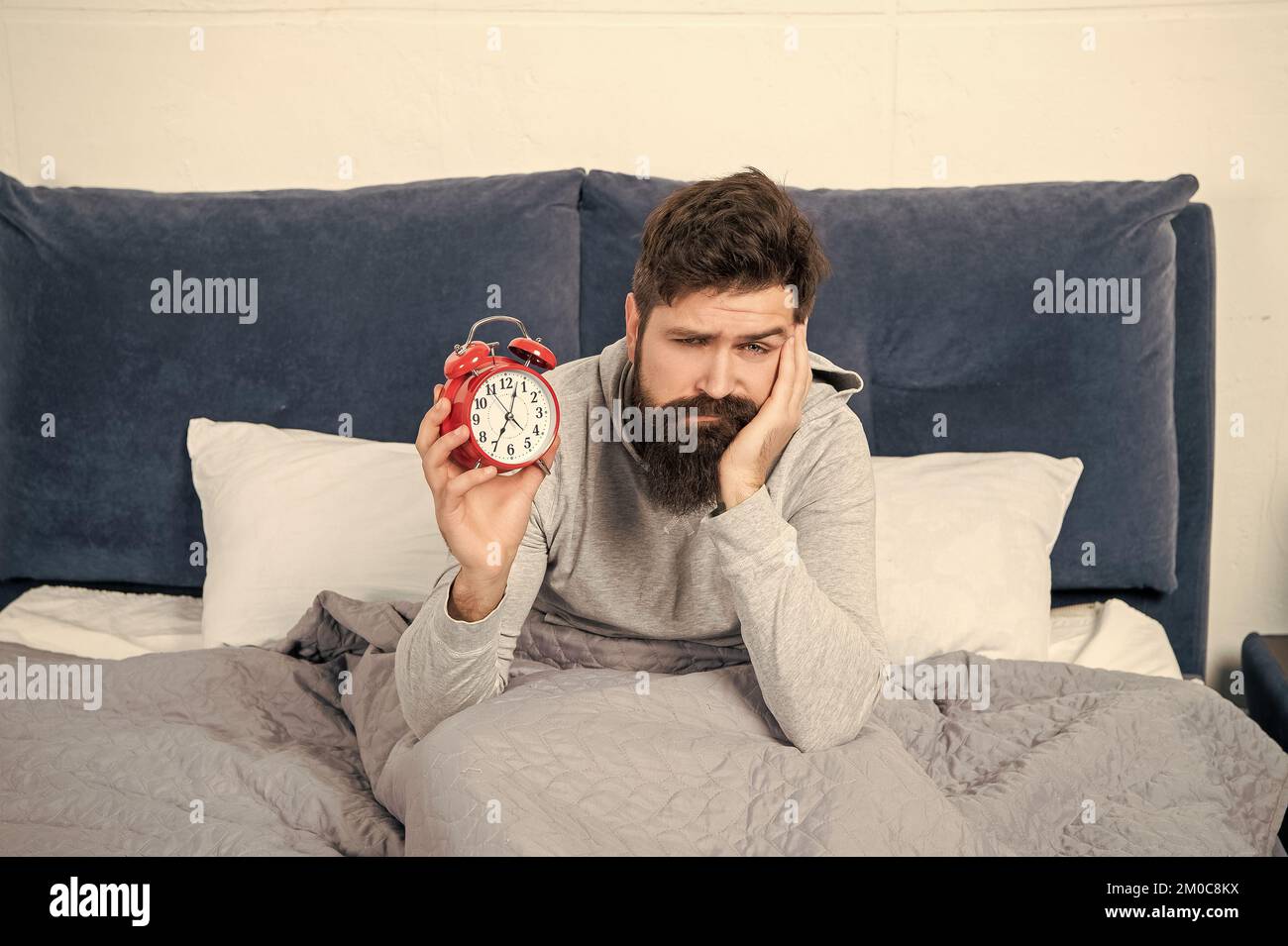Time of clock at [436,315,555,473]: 7:03
